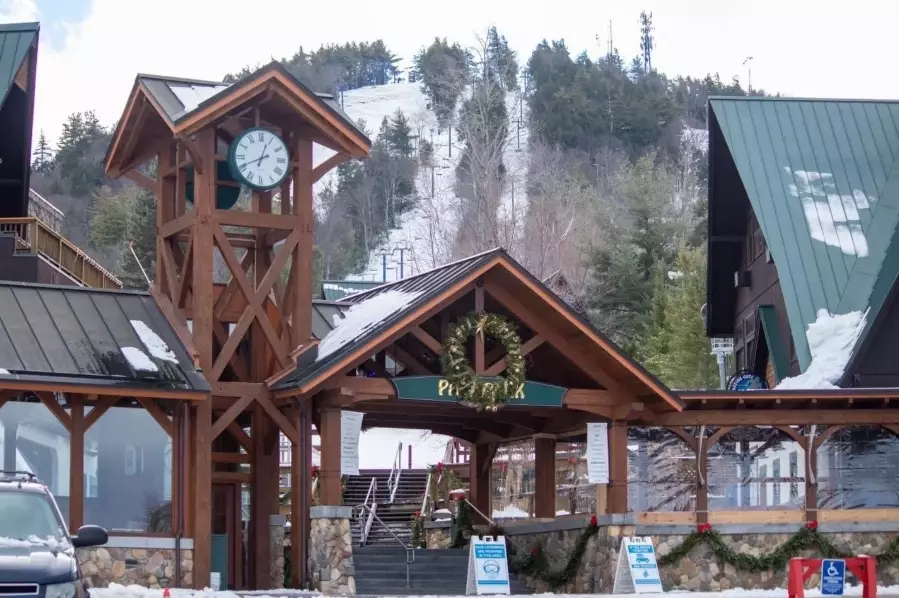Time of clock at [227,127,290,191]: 12:41
